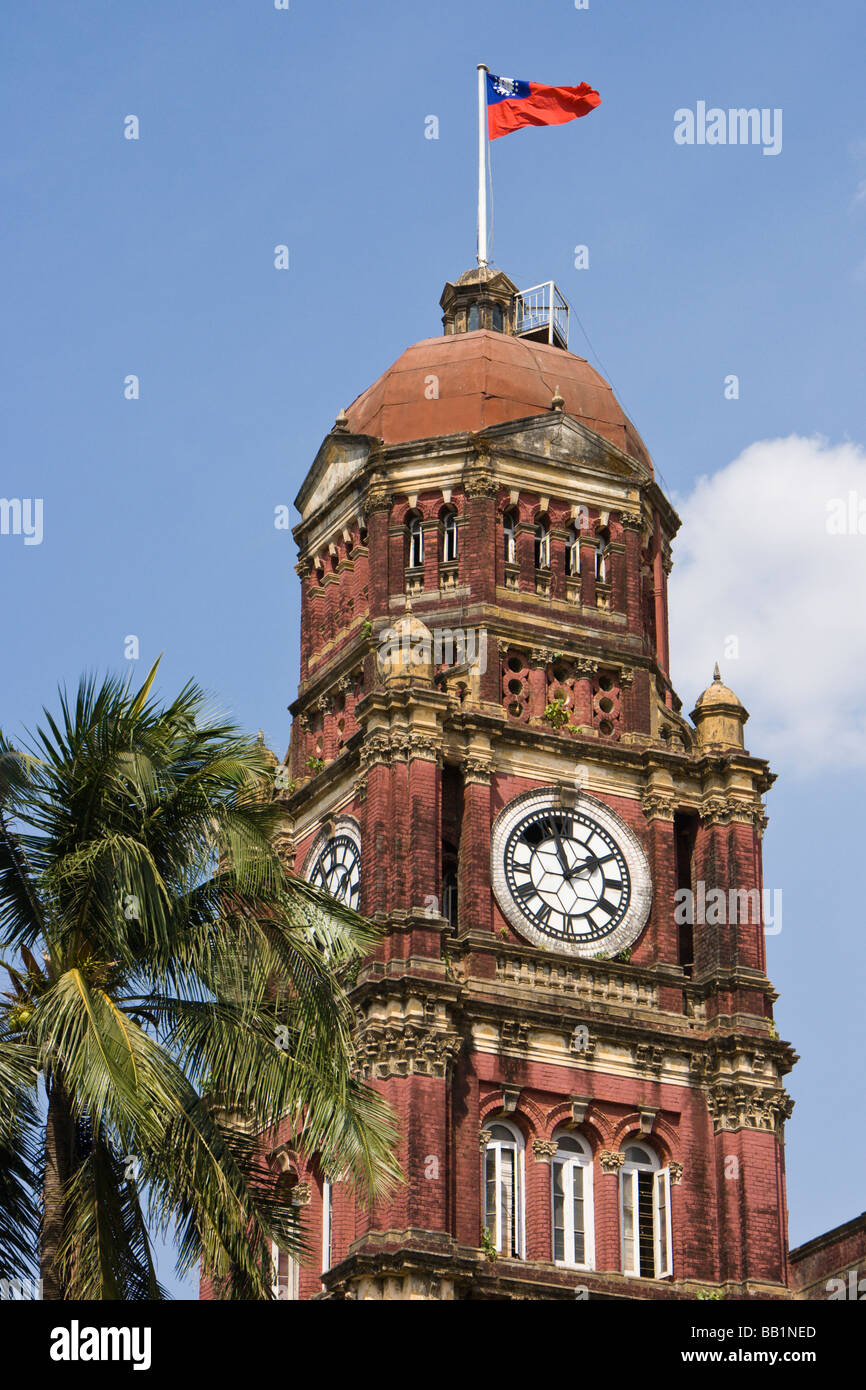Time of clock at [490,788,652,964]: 1:57
